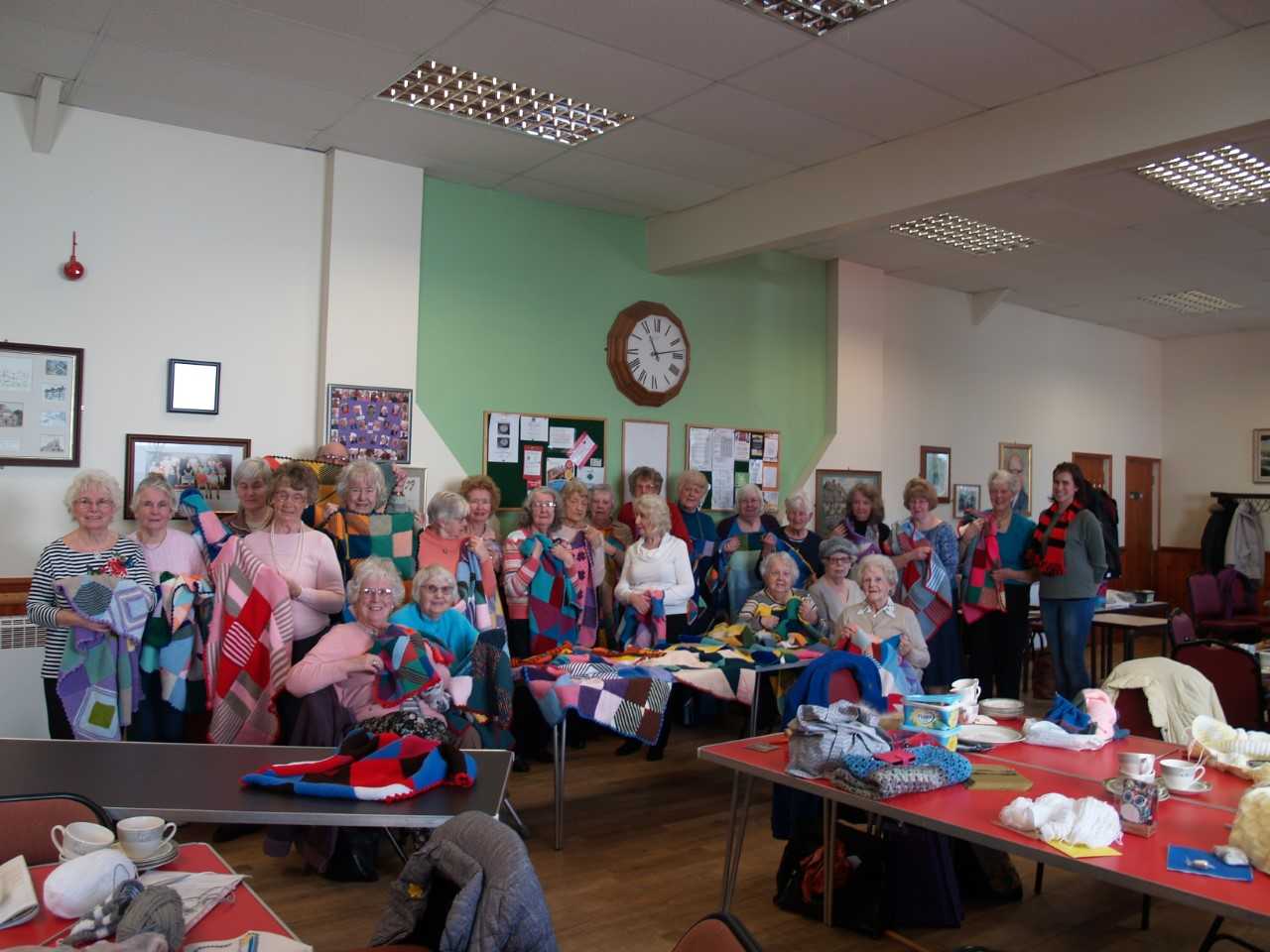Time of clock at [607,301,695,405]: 11:13
